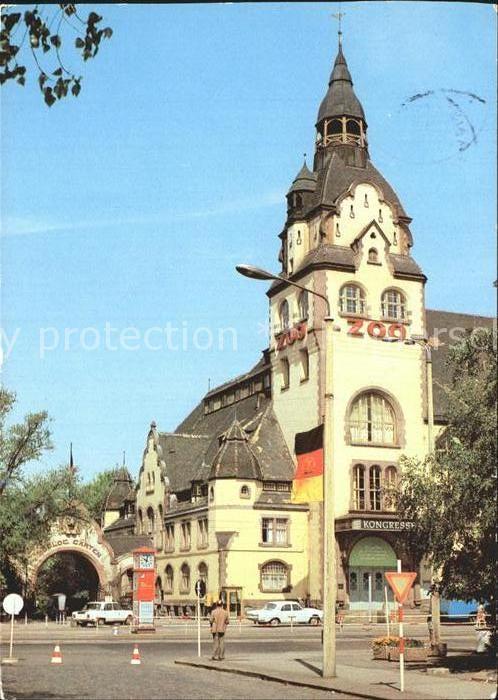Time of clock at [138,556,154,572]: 10:02
